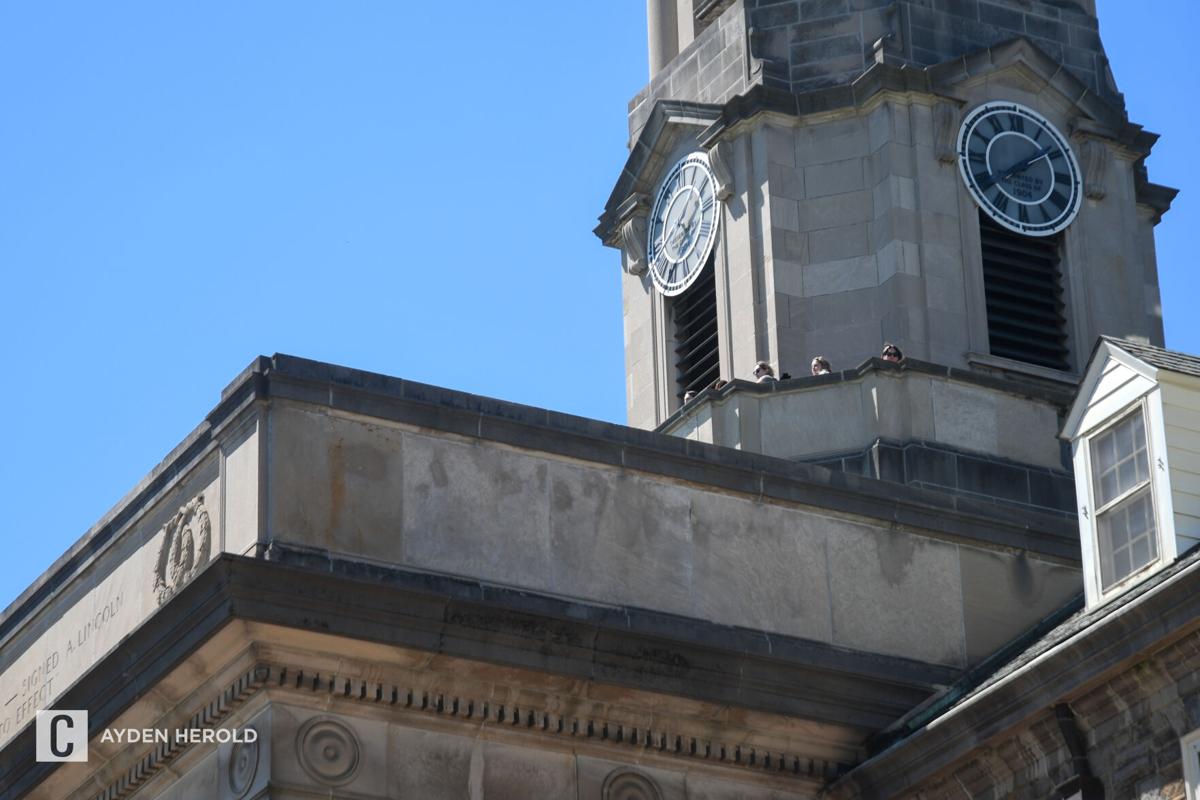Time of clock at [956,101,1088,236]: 8:08
